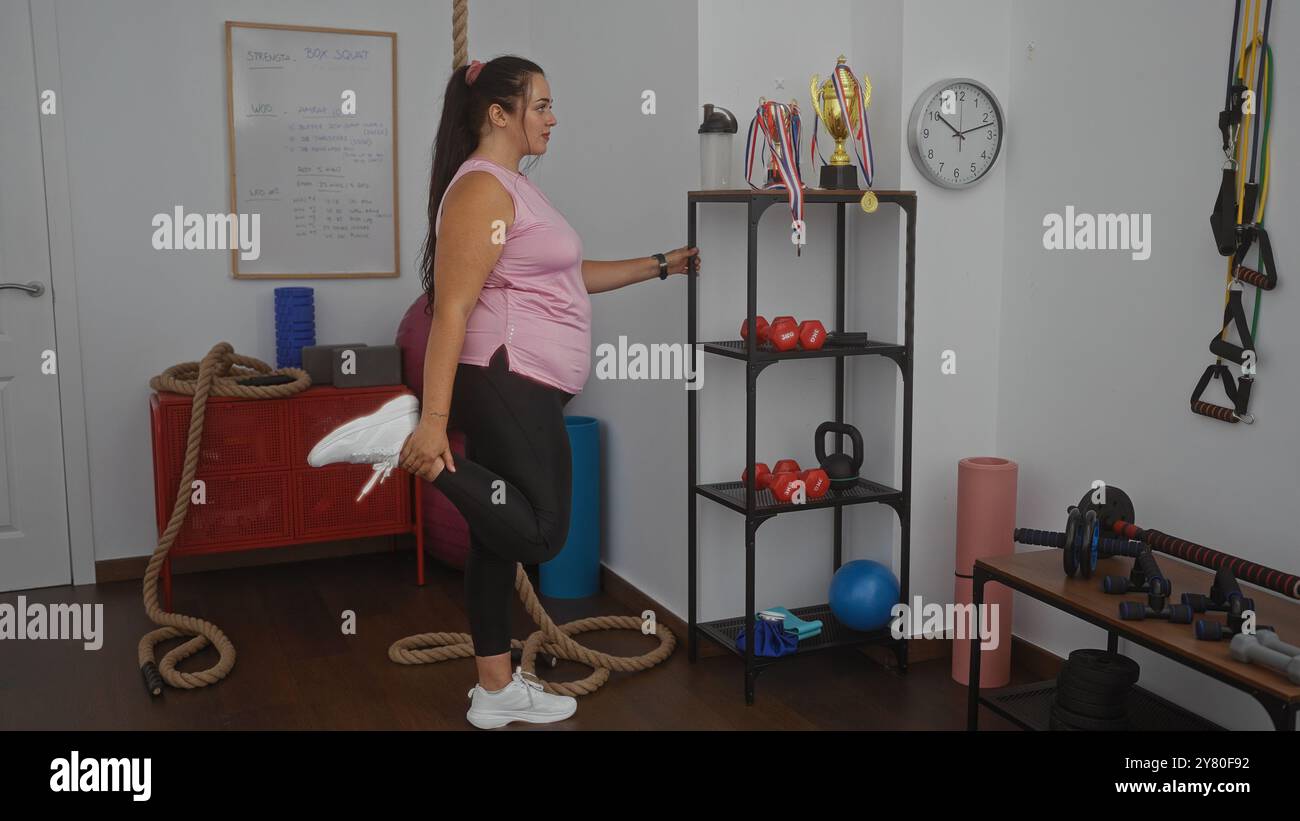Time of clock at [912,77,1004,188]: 10:12
